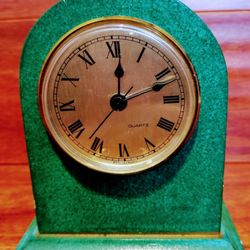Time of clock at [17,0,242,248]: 12:11
